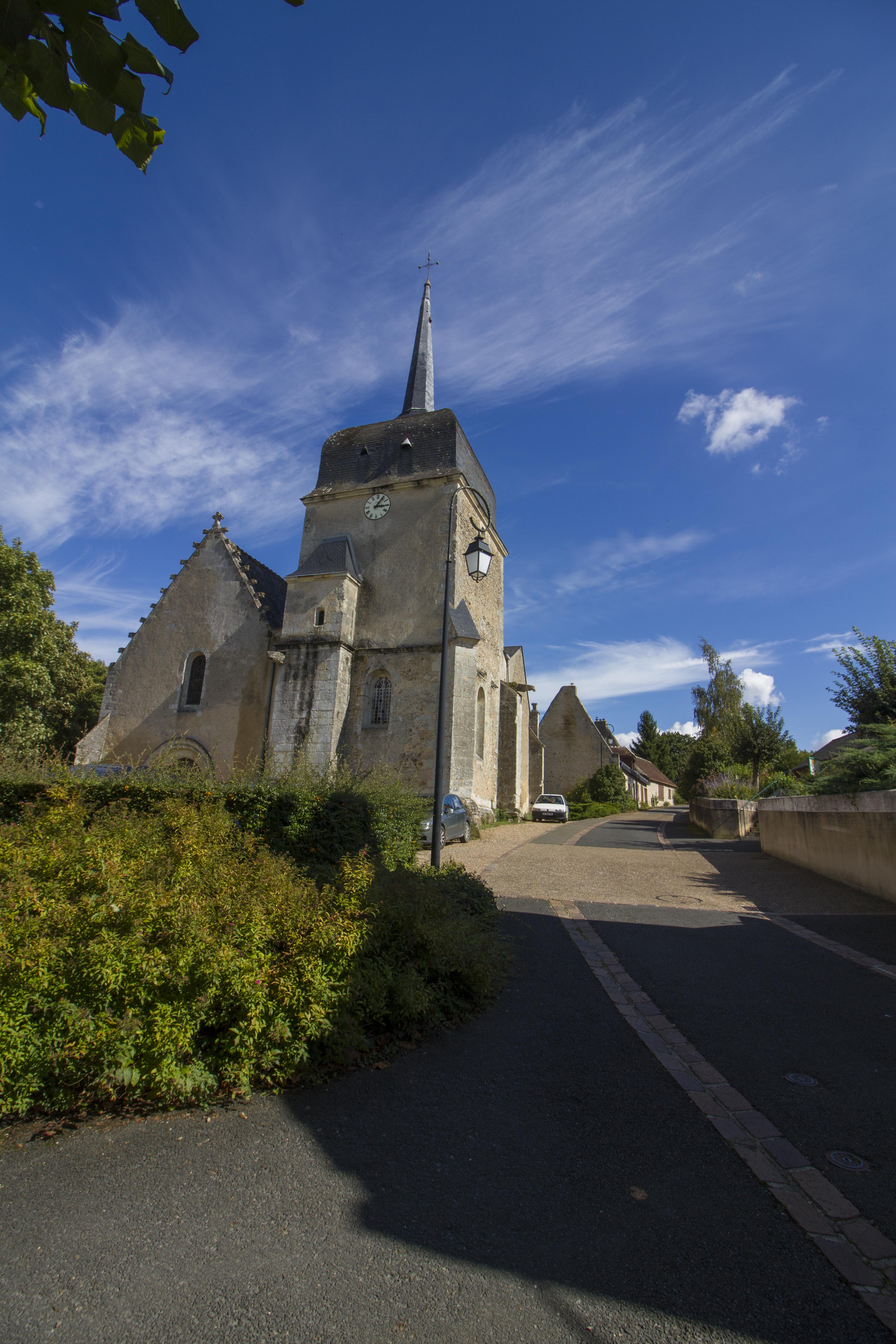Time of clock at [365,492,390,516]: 3:05
